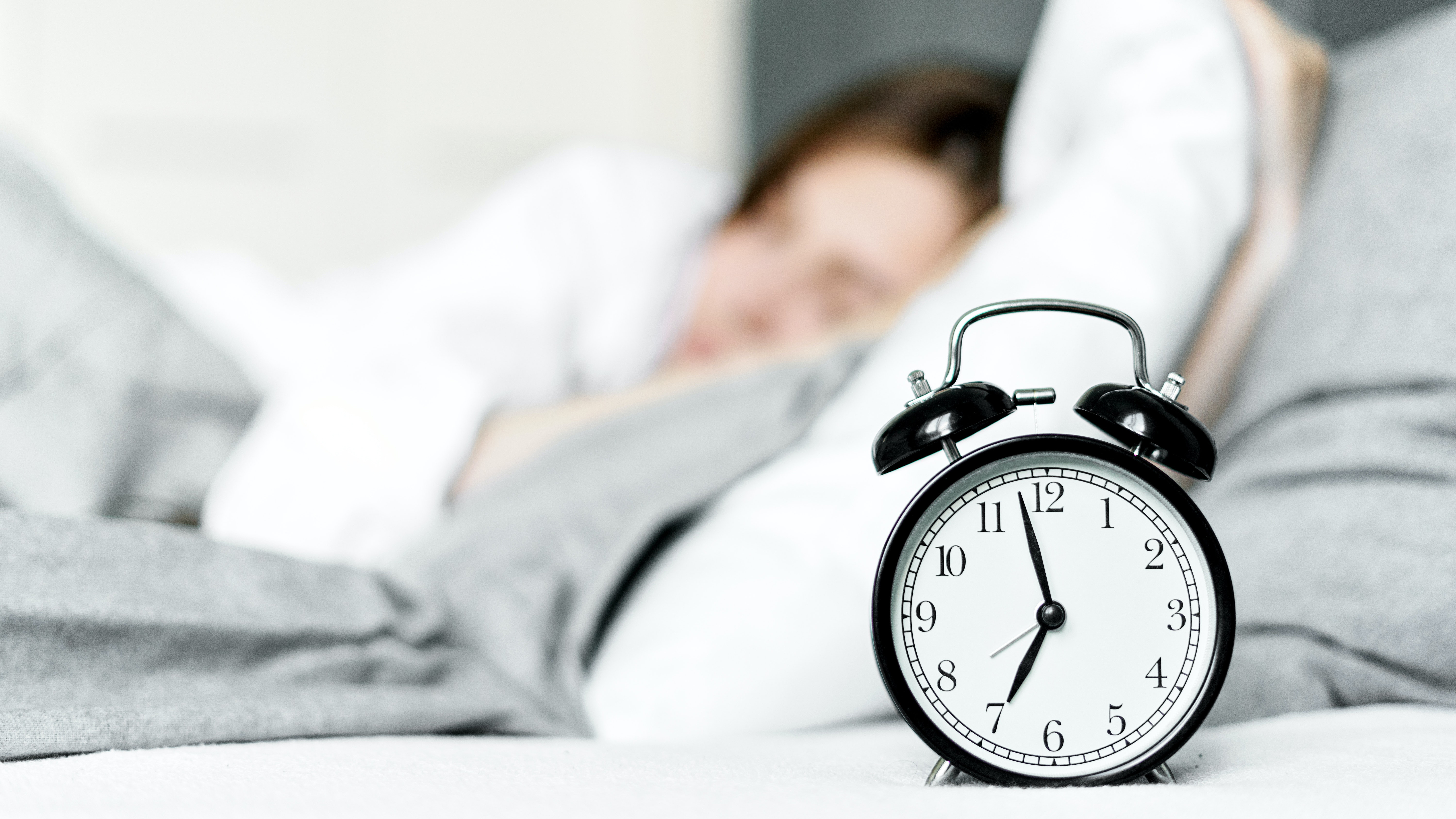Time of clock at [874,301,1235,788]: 6:58
